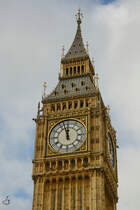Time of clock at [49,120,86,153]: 11:57
